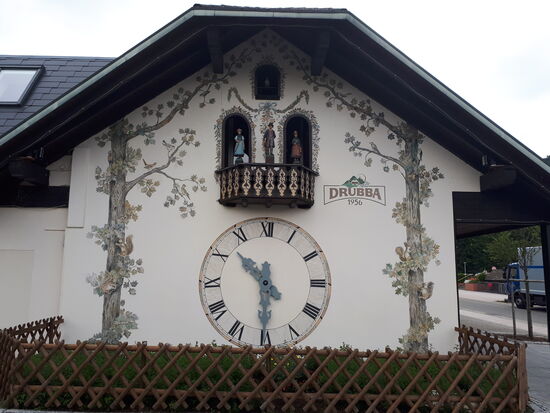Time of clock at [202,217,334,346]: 10:30
